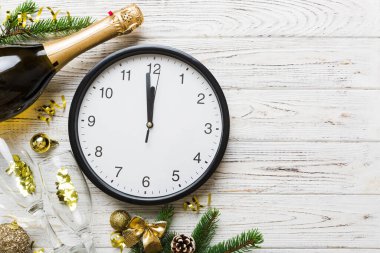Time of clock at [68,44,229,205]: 11:58
